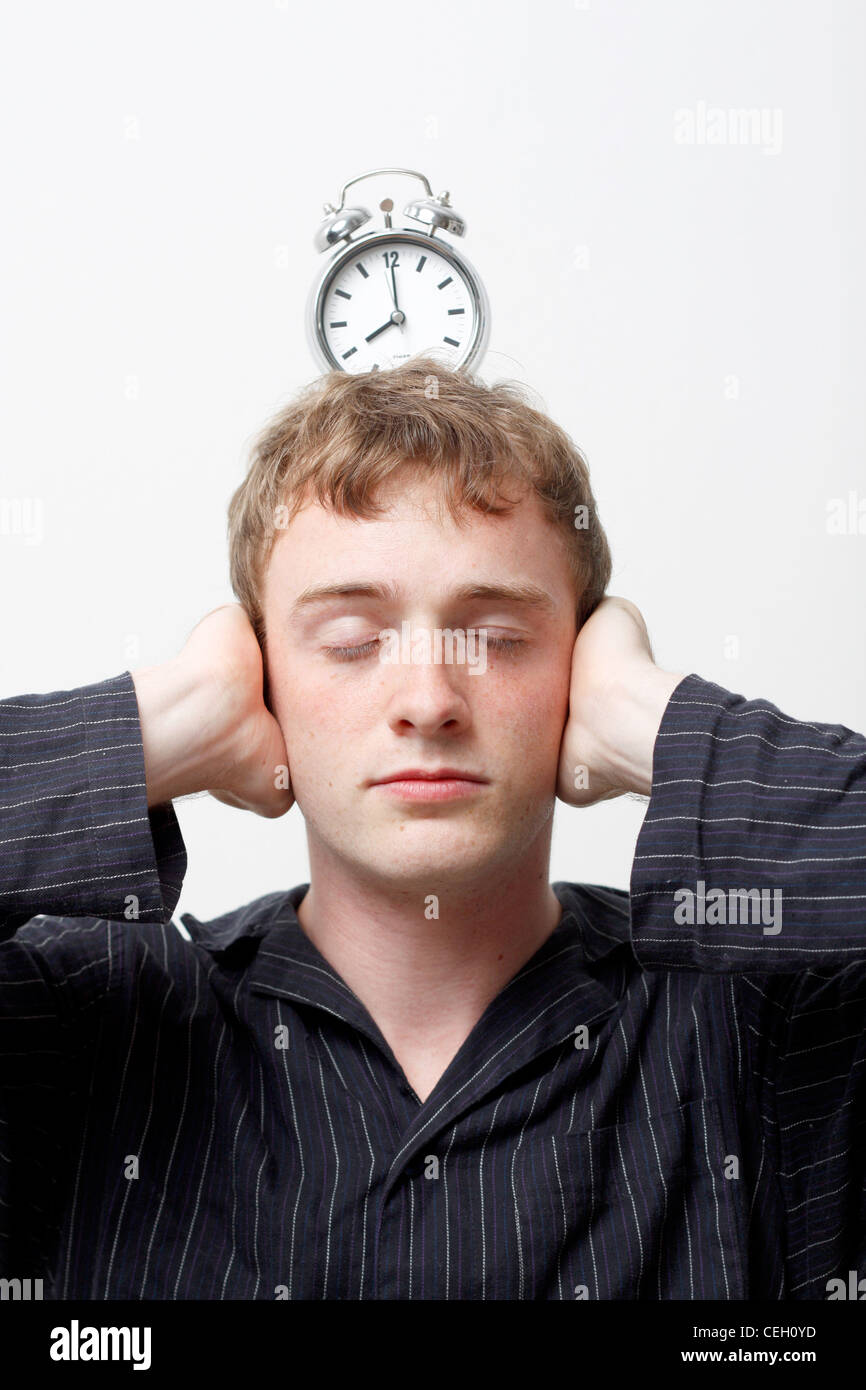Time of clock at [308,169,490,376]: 8:00
